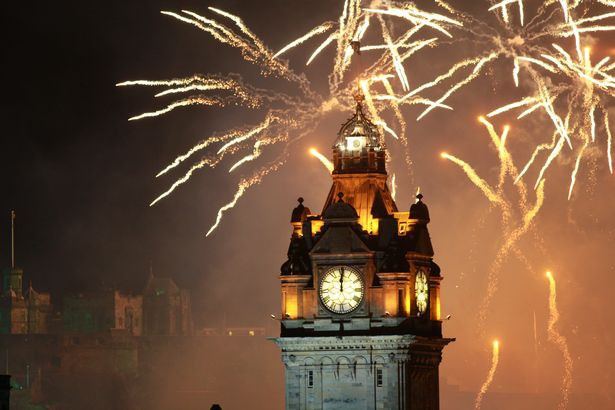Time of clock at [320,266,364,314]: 12:00
